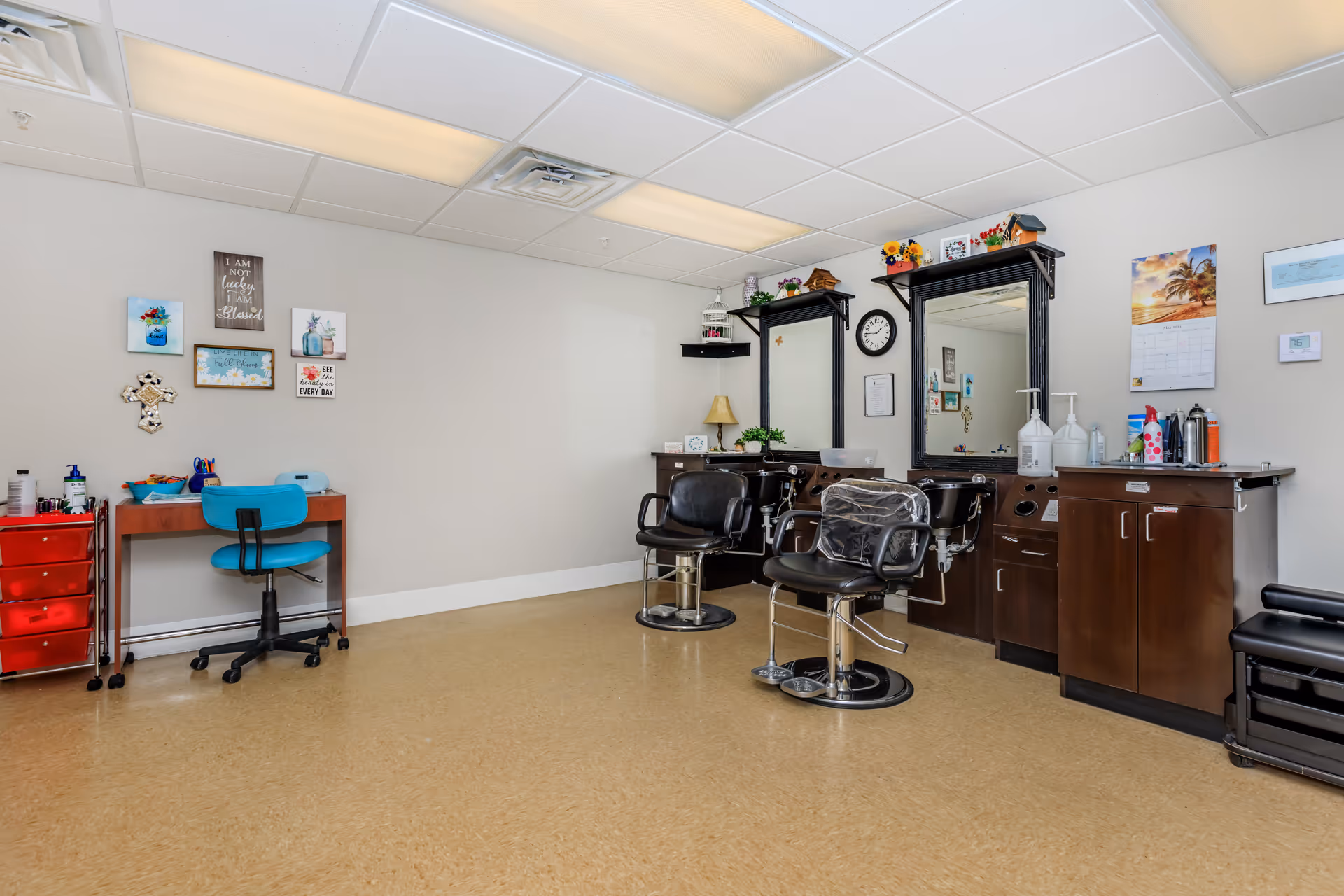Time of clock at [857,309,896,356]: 1:46
